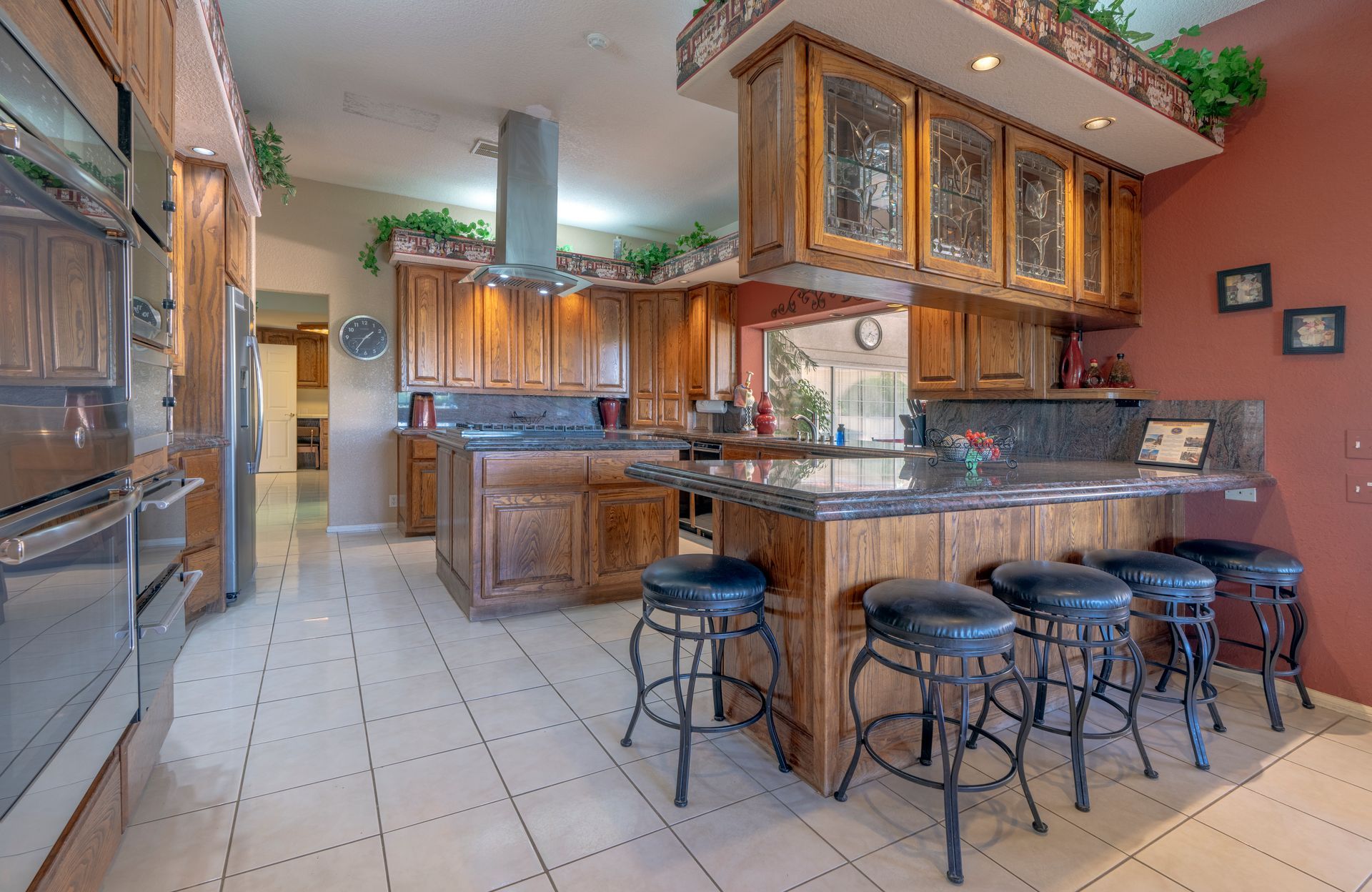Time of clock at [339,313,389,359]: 1:36
